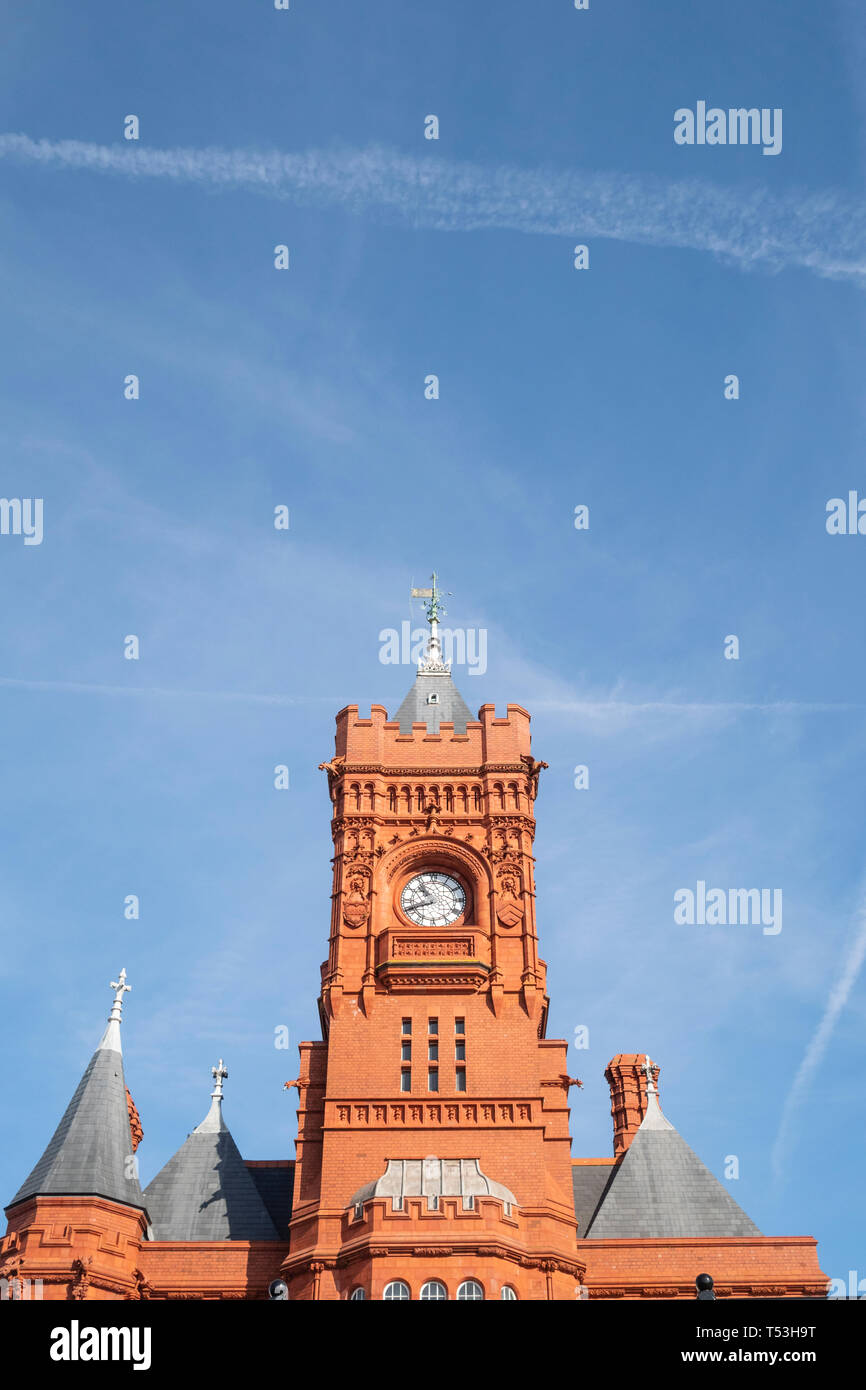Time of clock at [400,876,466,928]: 10:41
